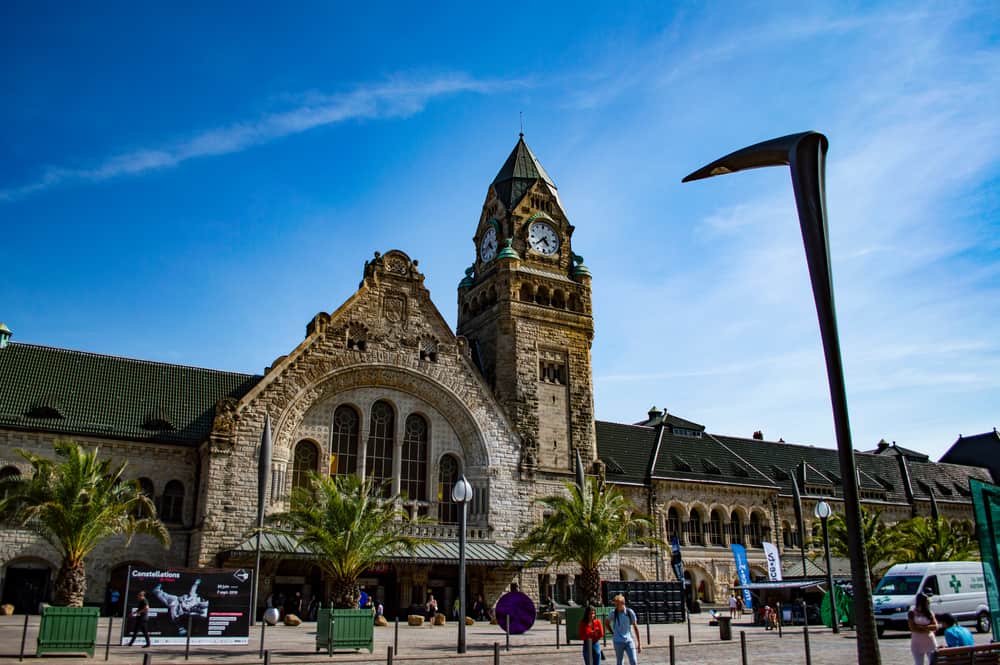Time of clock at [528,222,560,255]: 4:38
